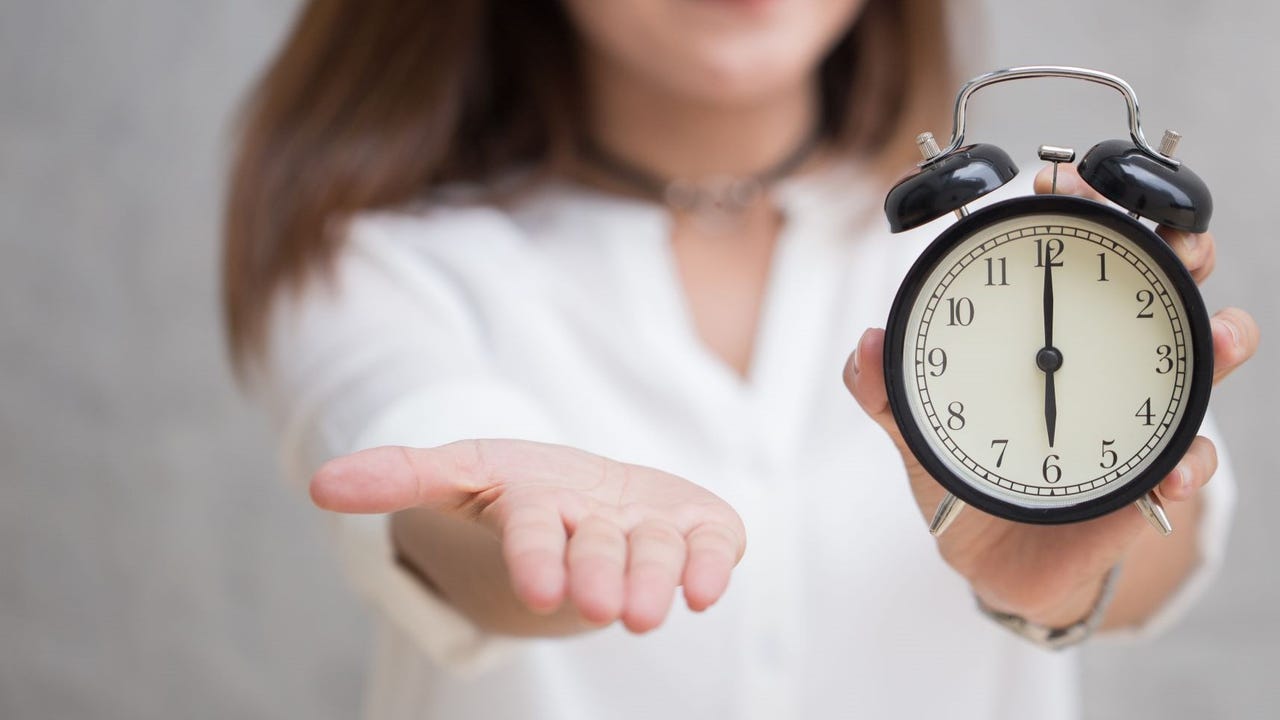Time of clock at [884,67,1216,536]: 6:00
